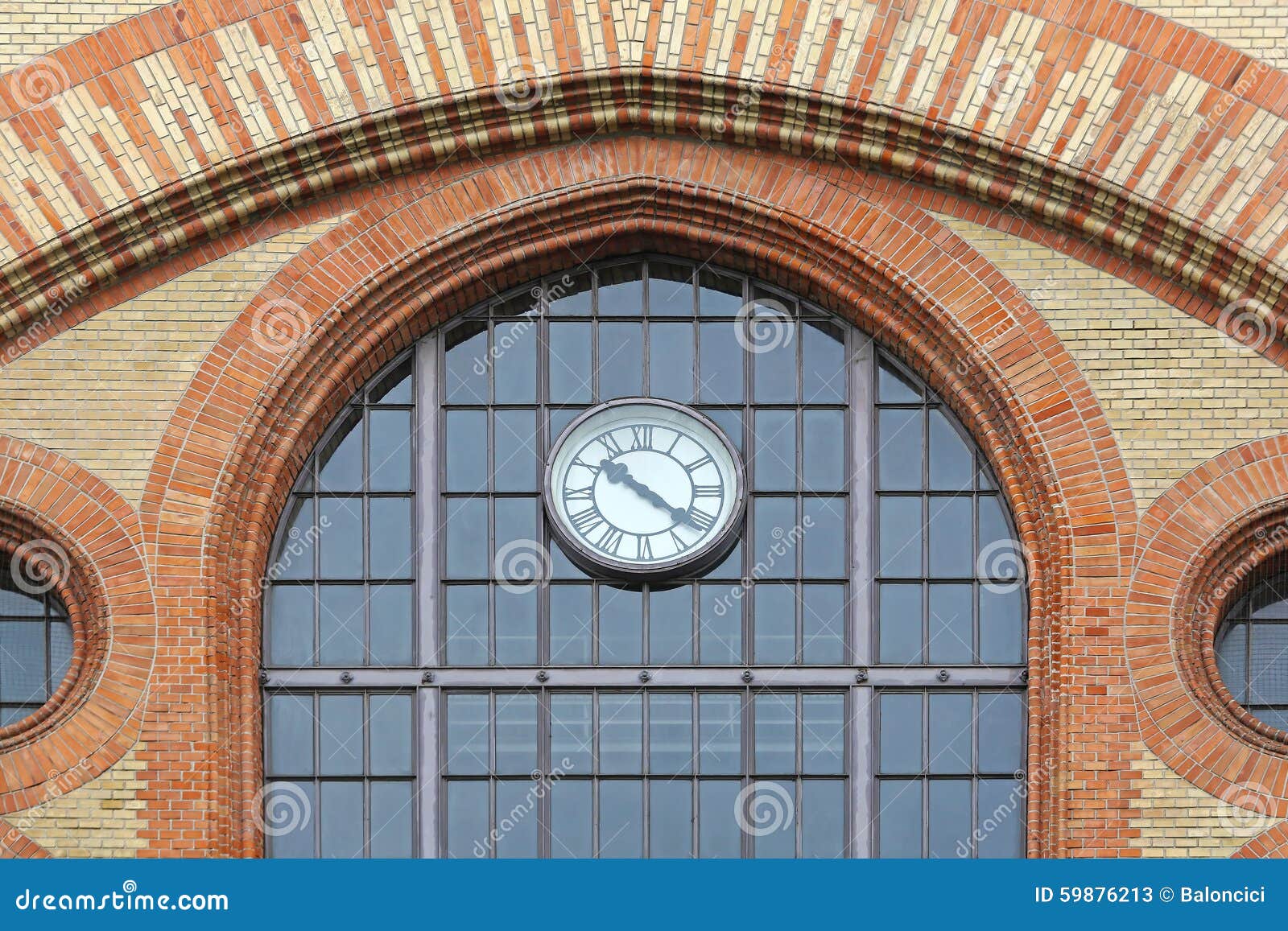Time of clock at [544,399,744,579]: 10:21
